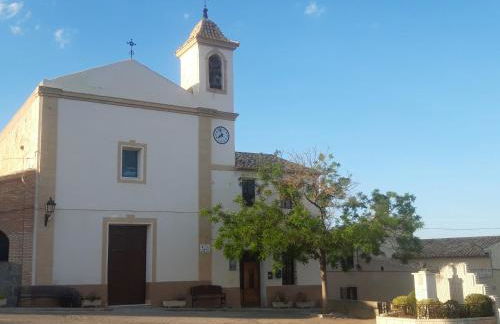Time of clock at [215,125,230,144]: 7:57
